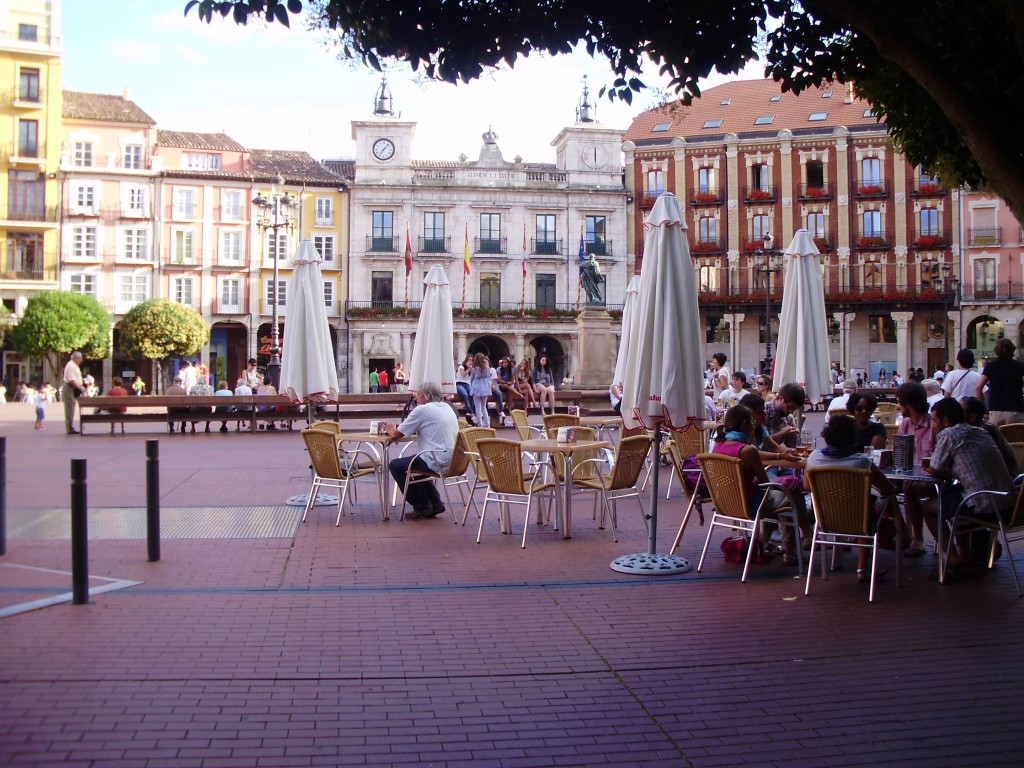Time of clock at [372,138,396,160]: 7:07
